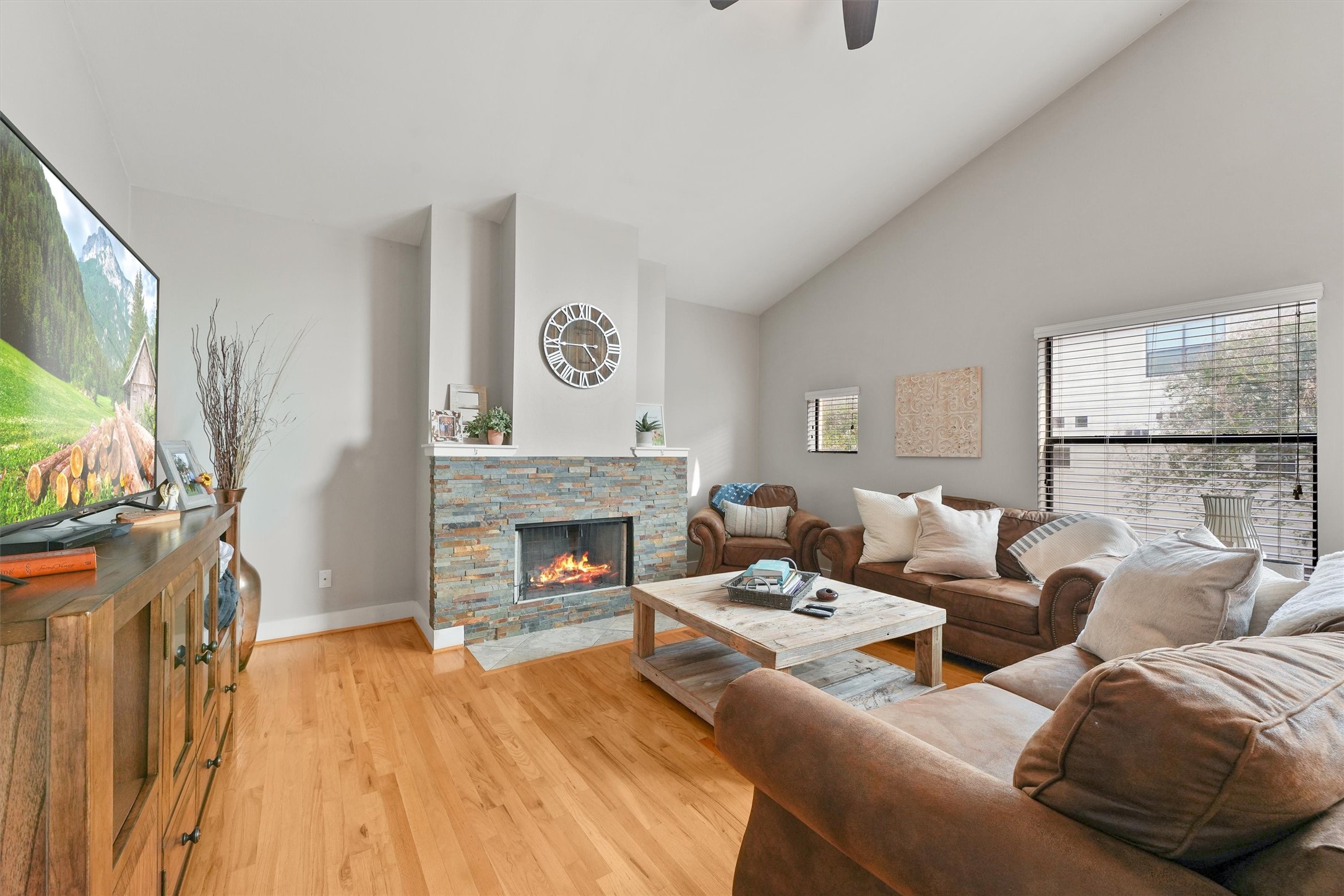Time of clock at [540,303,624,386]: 4:44
